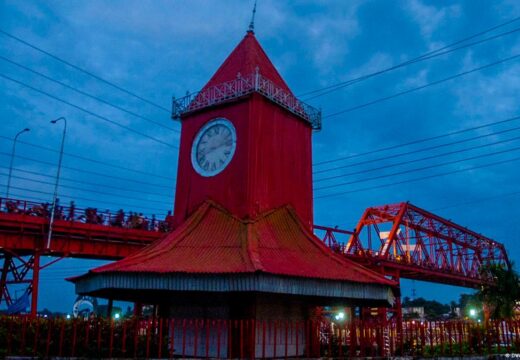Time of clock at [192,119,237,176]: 8:12
